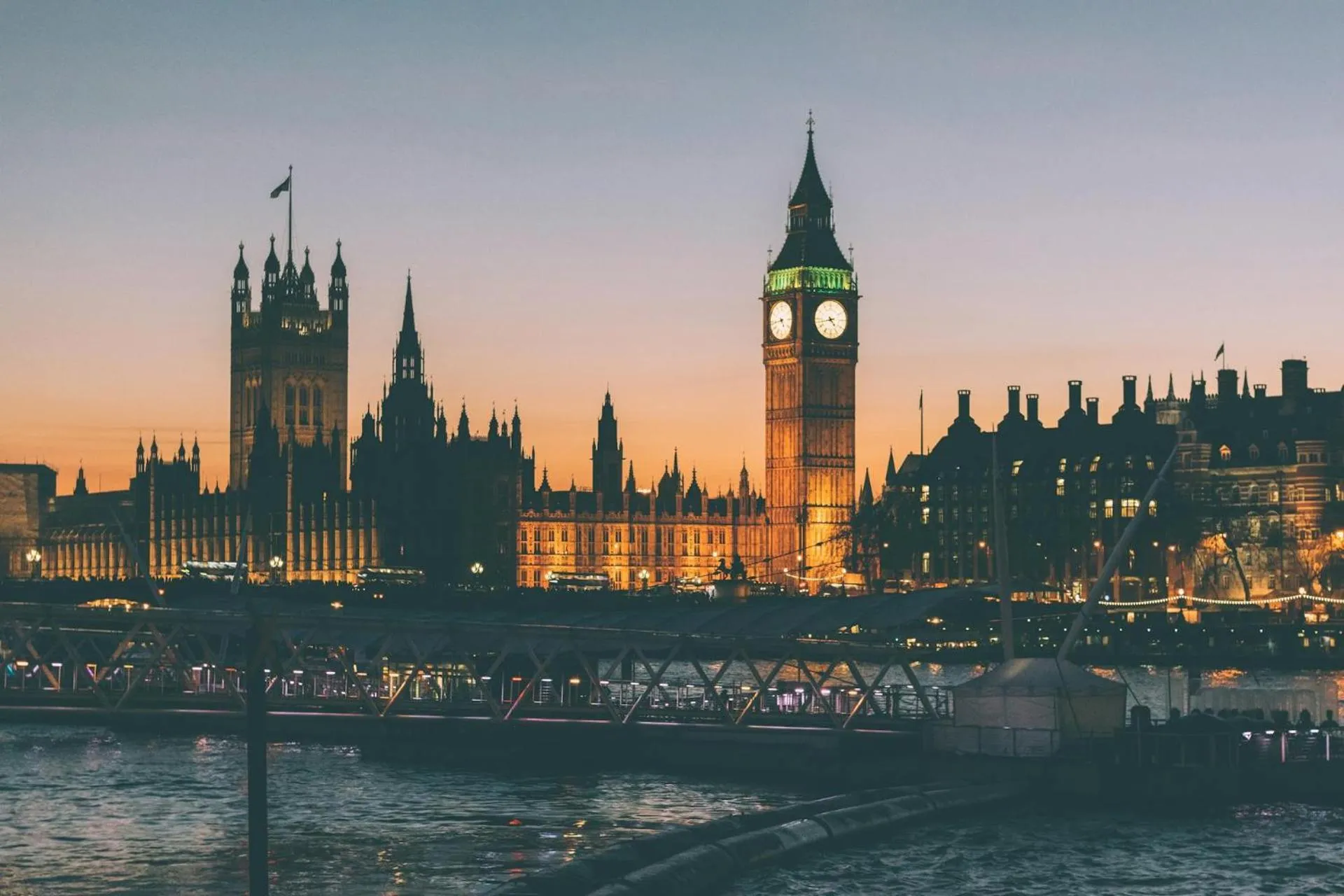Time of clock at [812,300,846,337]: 4:42
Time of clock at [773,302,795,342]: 4:43
